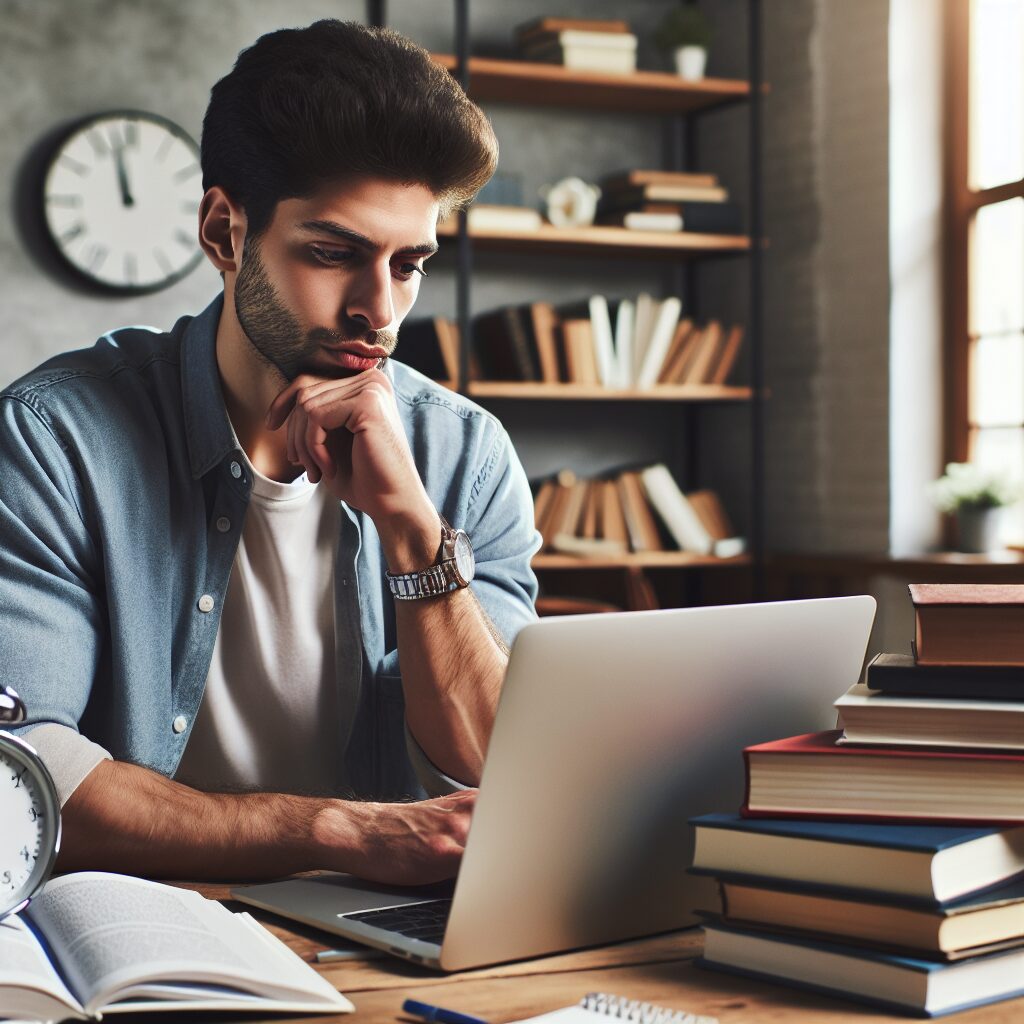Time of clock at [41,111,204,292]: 11:57
